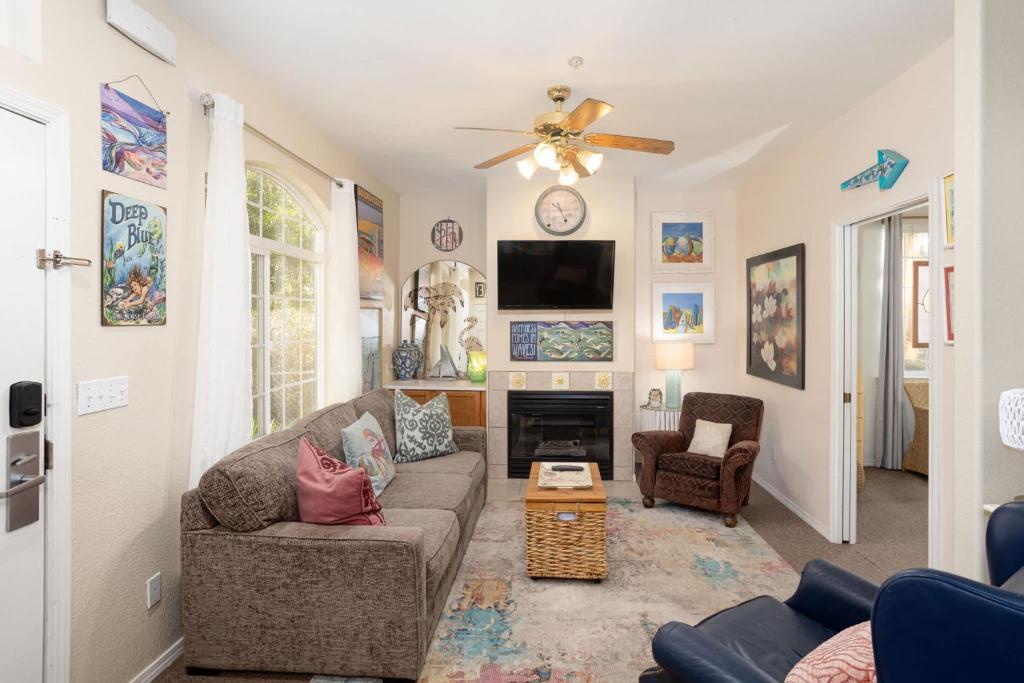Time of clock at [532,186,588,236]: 10:26
